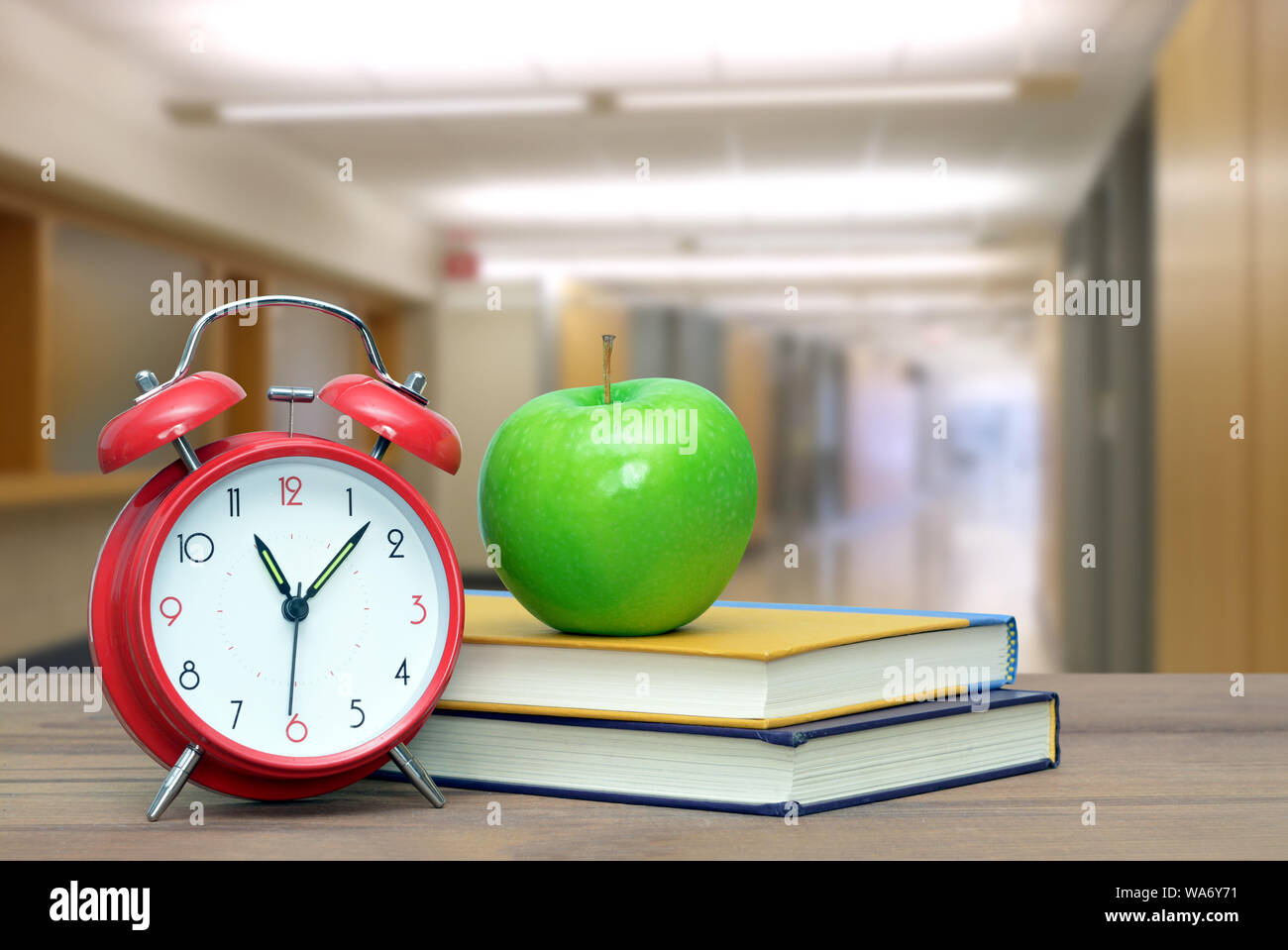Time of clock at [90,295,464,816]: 11:07
